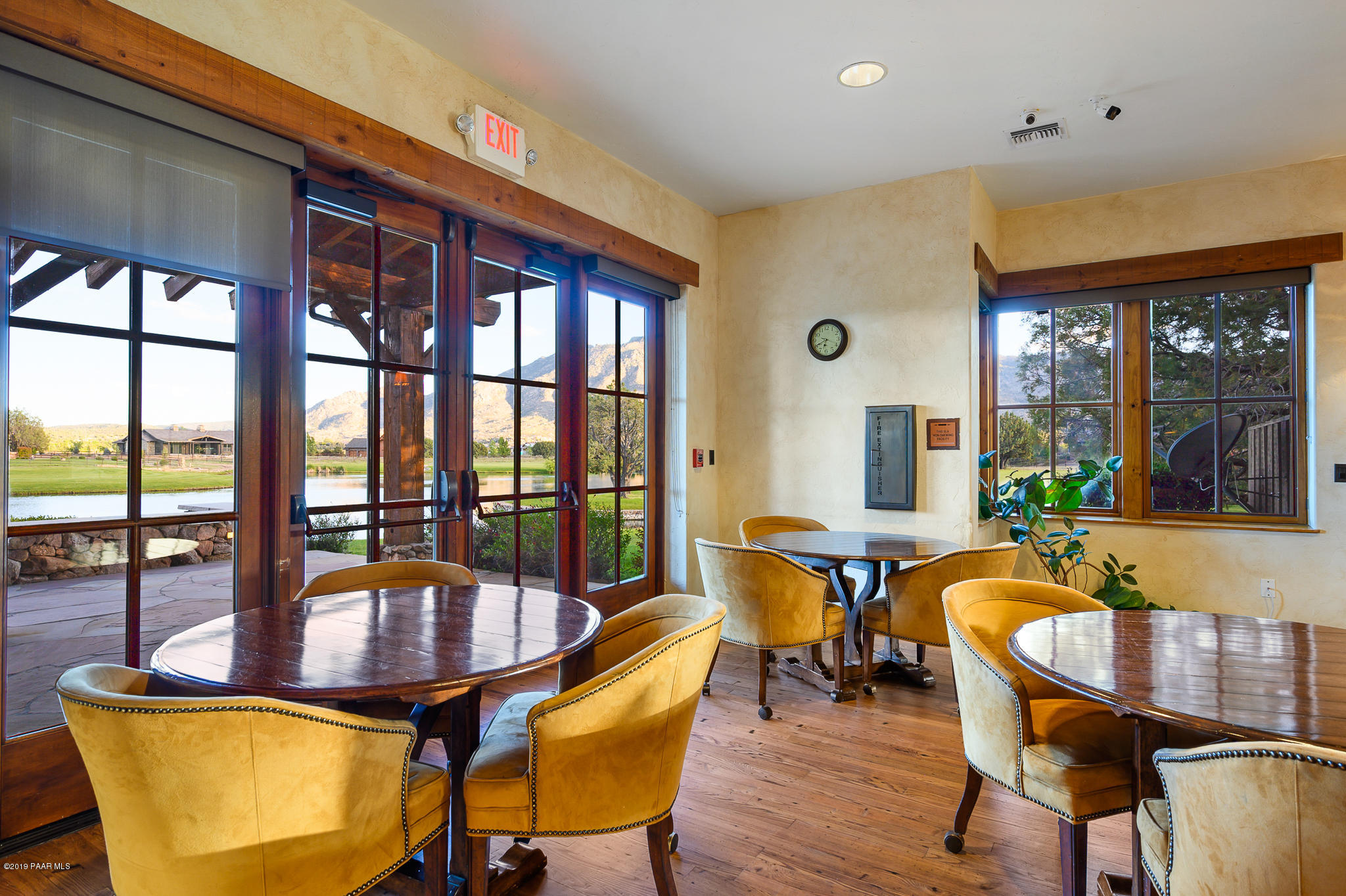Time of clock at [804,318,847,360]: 6:40
